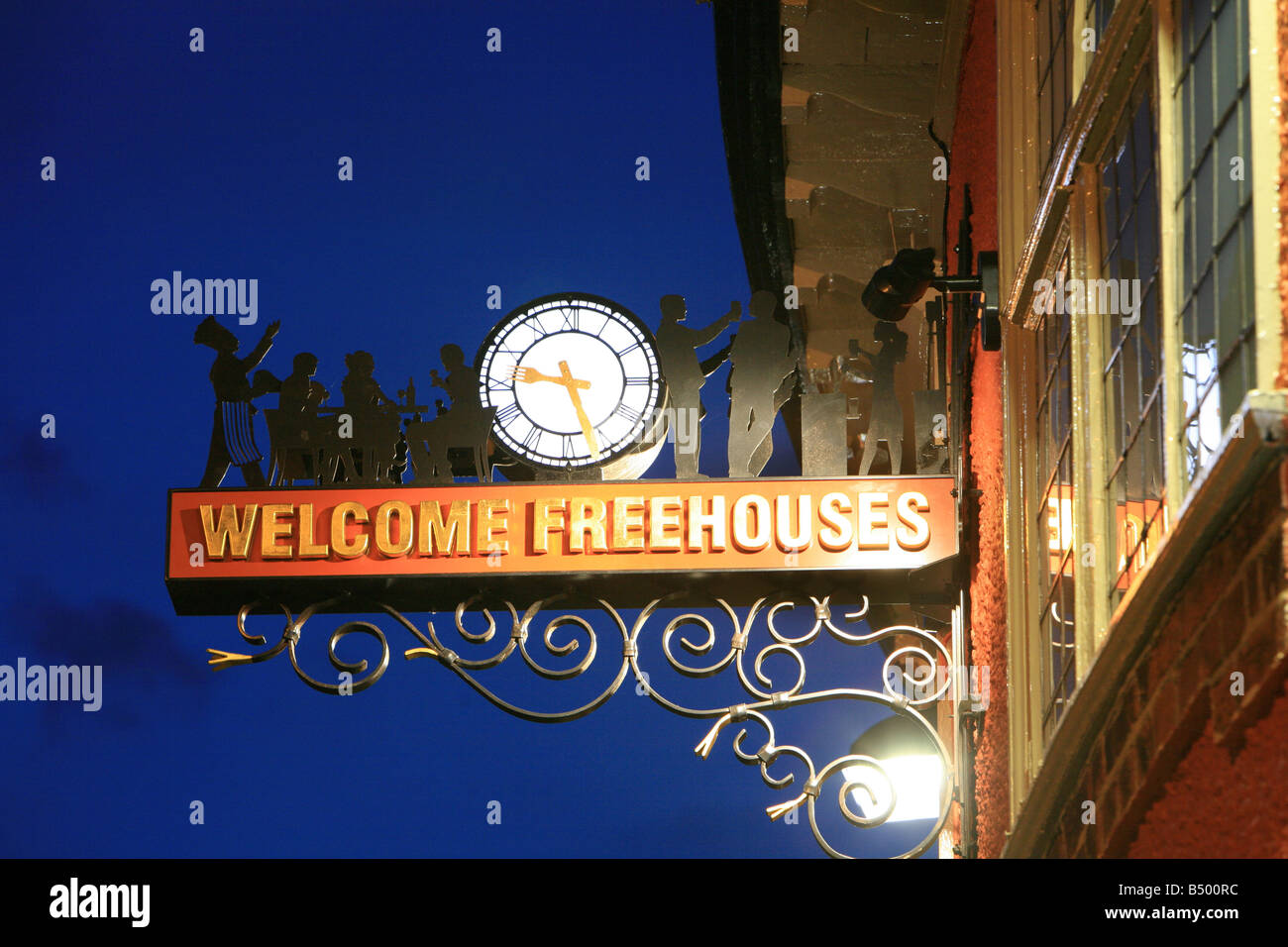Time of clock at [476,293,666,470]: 9:26
